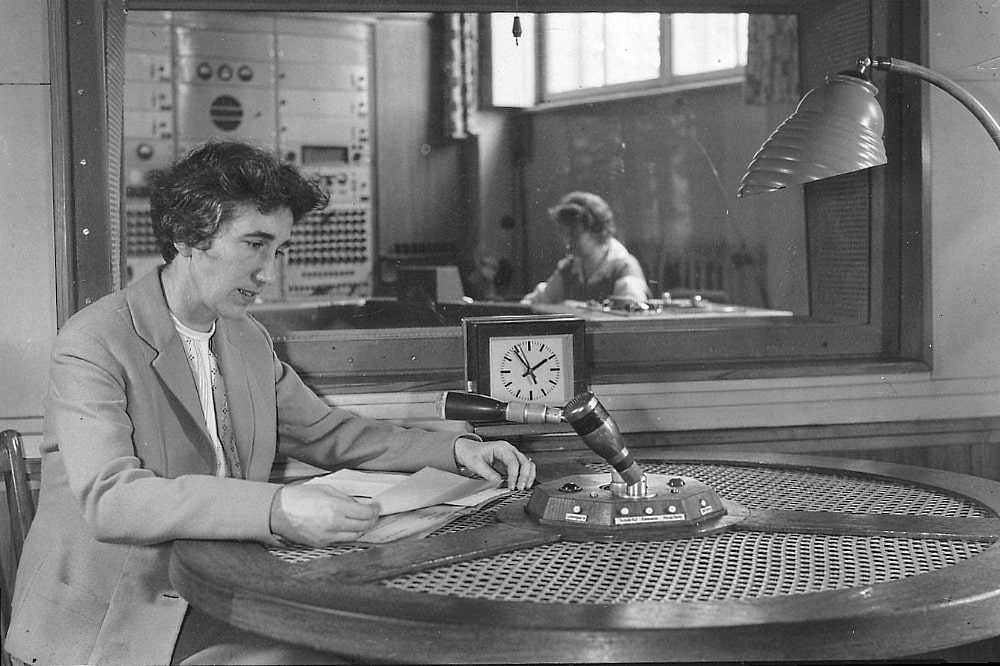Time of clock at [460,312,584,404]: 1:54
